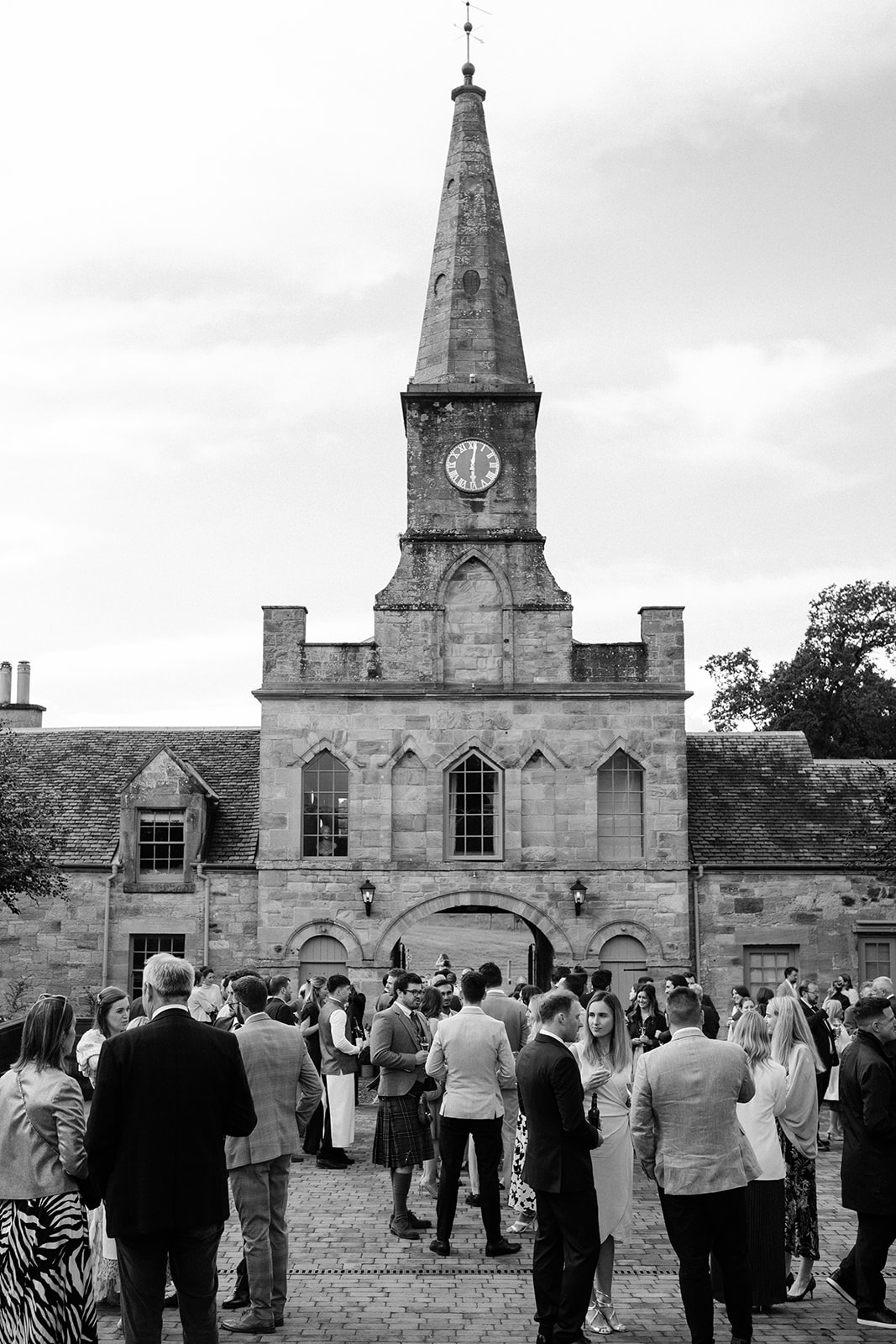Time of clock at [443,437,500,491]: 6:01
